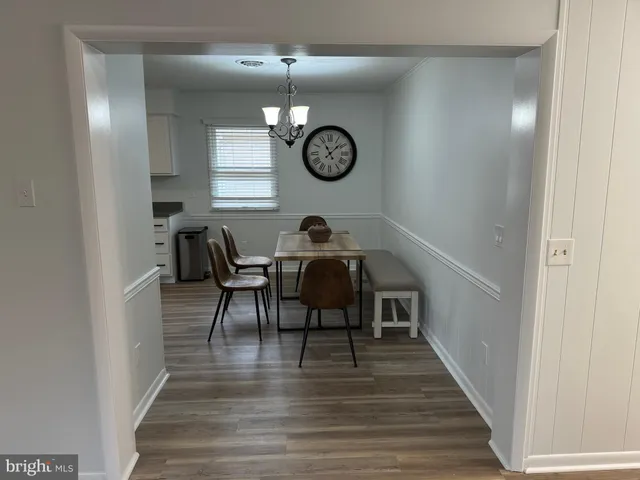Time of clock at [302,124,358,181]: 11:07
